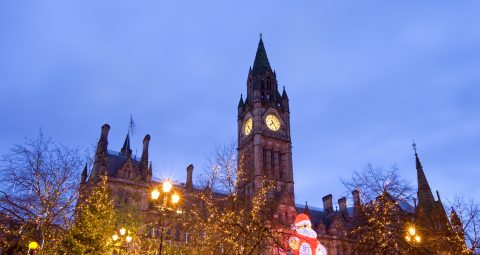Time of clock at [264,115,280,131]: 7:24
